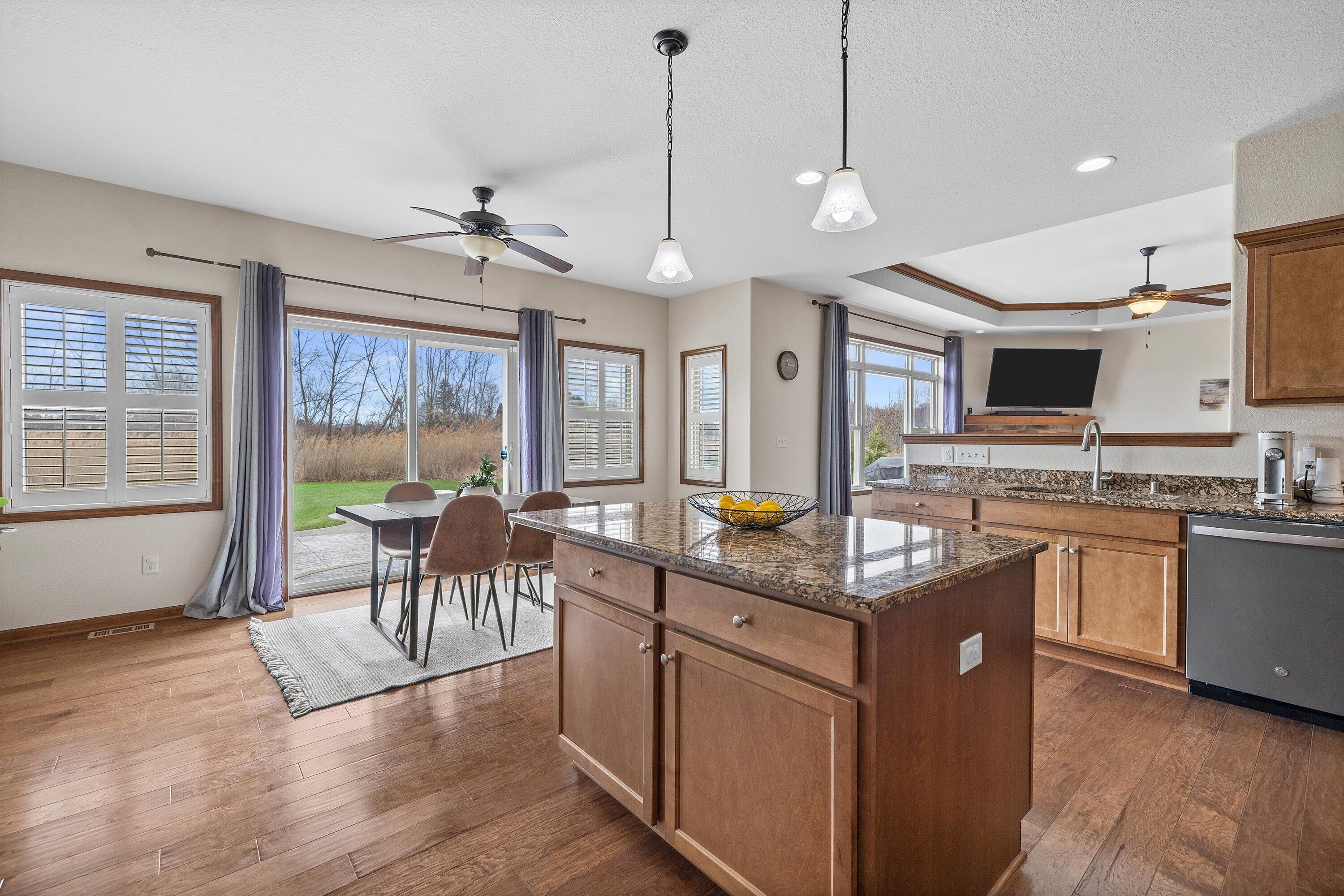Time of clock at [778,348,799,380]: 11:14
